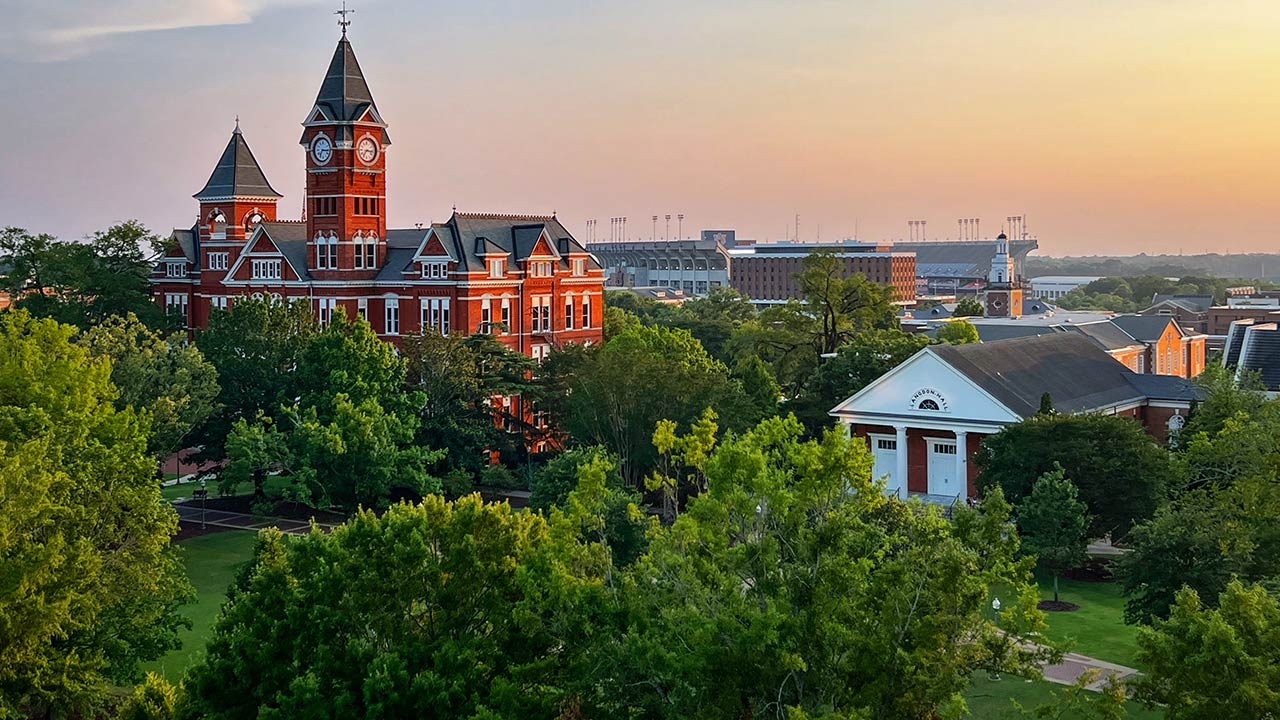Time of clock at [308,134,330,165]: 7:15
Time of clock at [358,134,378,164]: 7:16
